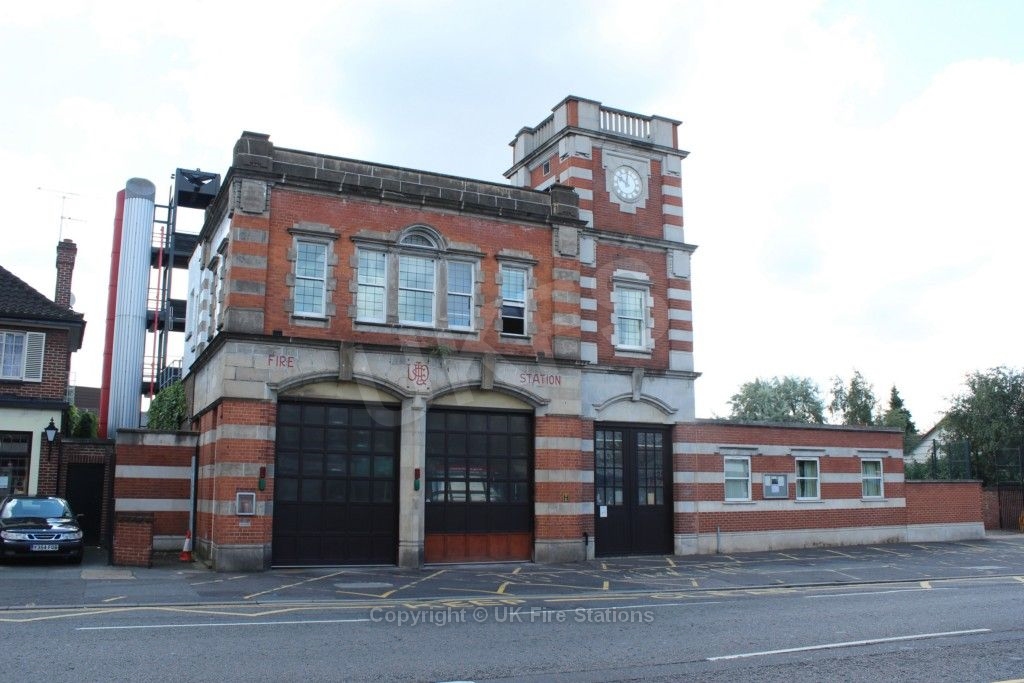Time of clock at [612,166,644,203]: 10:00
